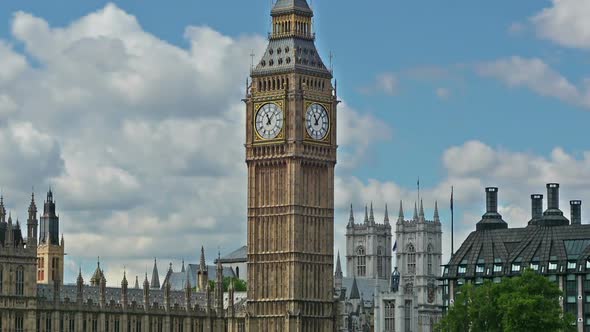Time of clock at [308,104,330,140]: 11:06
